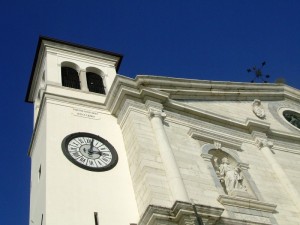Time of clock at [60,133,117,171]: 3:02
